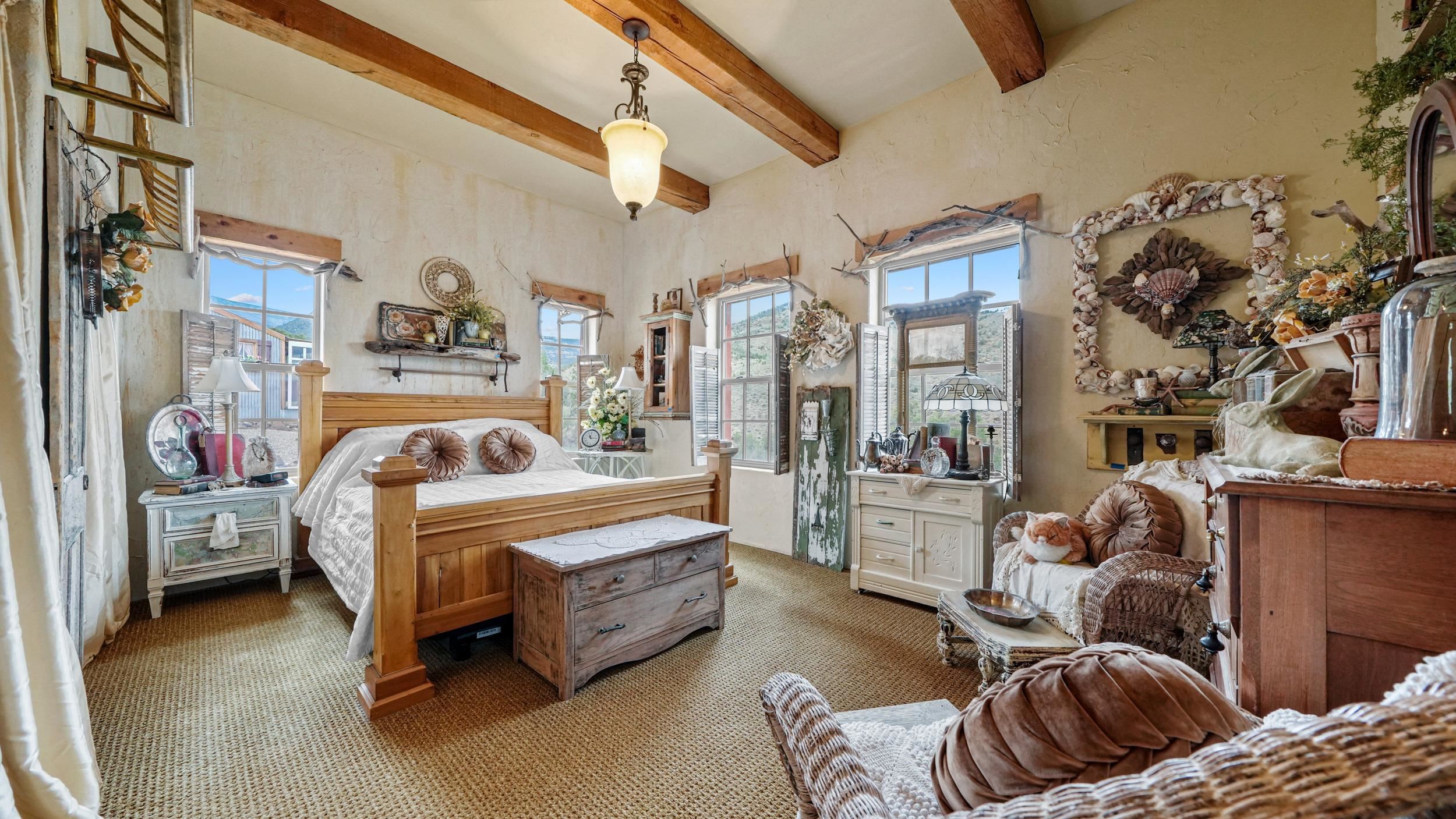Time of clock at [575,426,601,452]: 11:14
